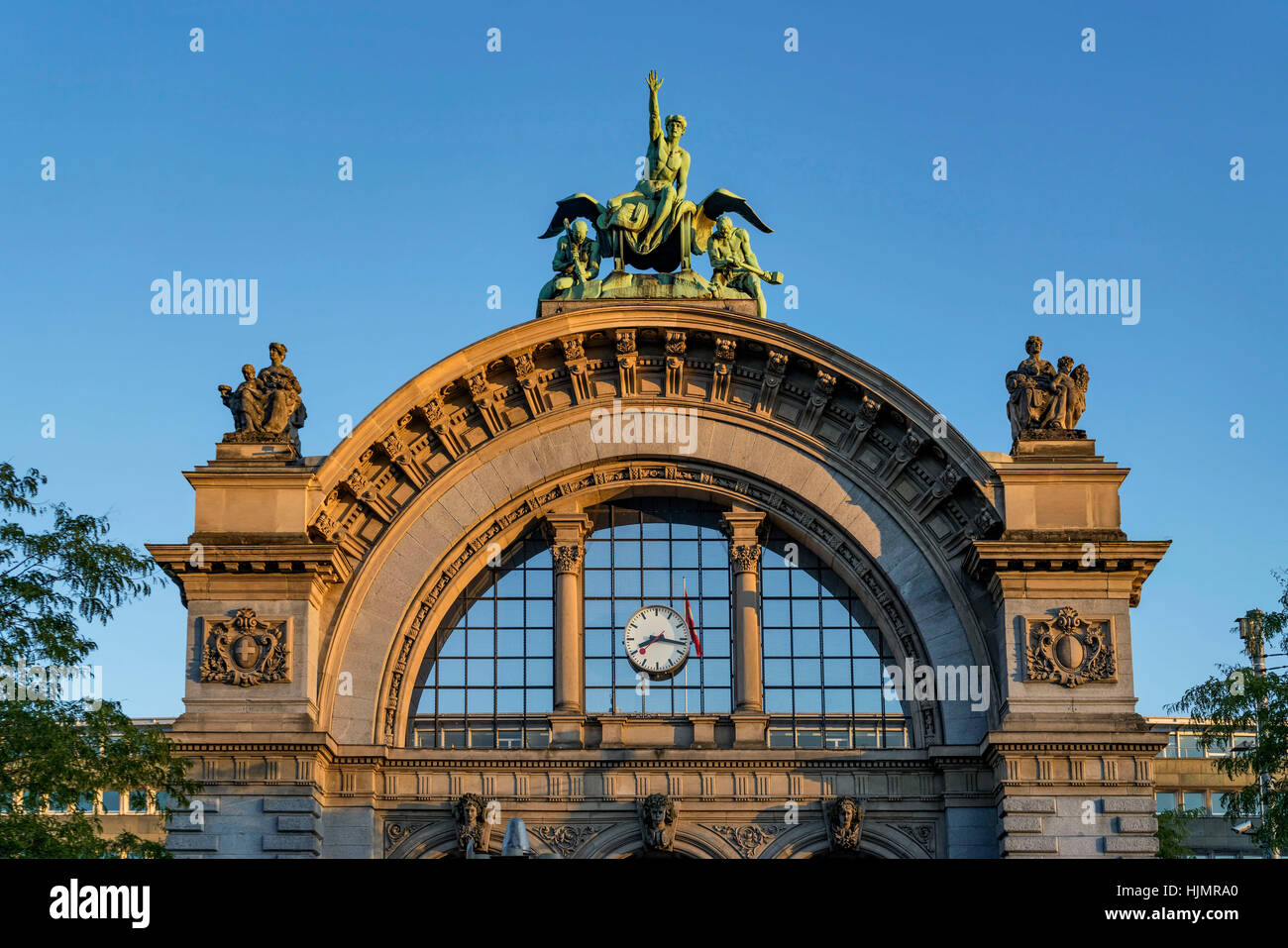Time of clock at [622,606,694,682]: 8:16
